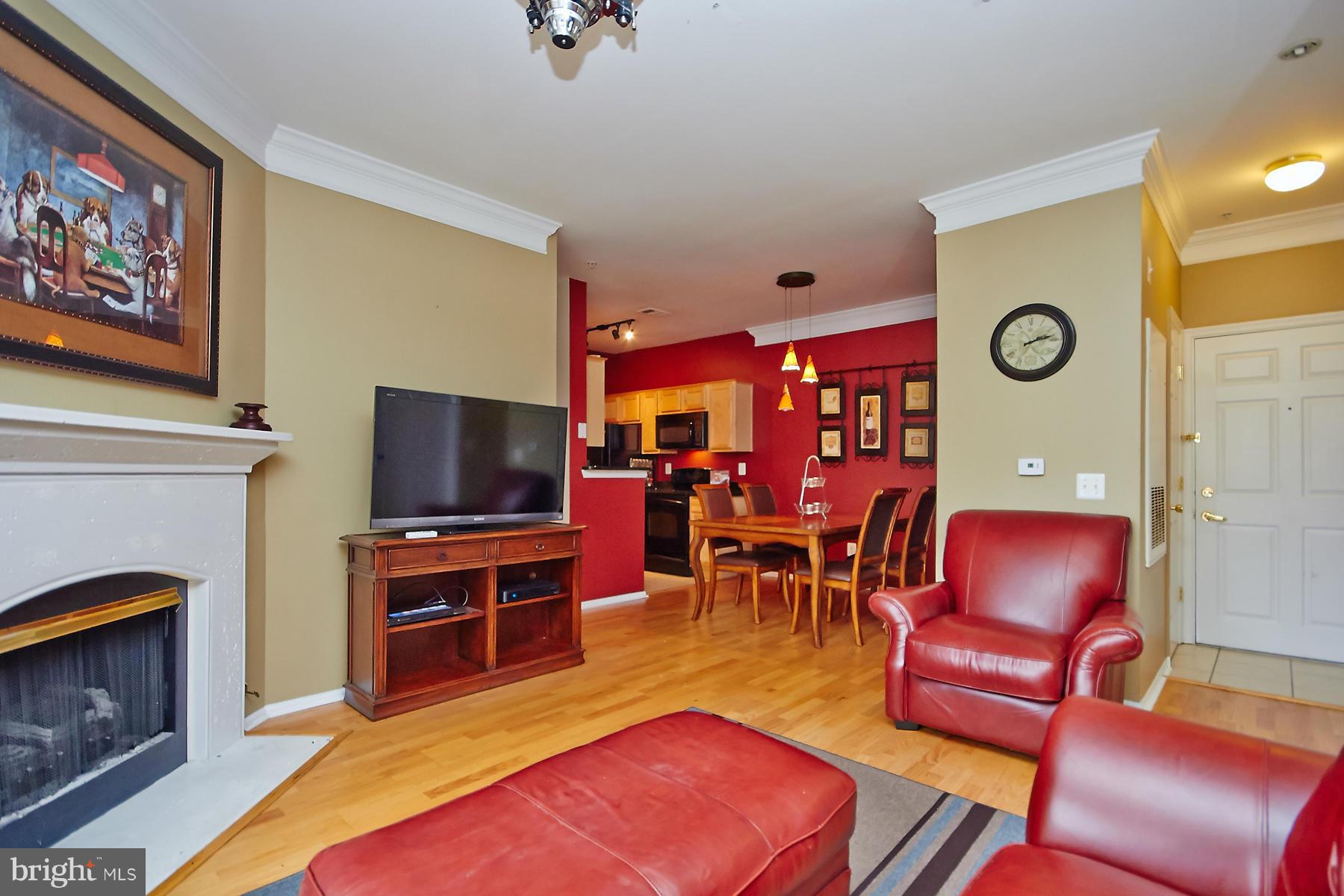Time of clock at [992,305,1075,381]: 2:12
